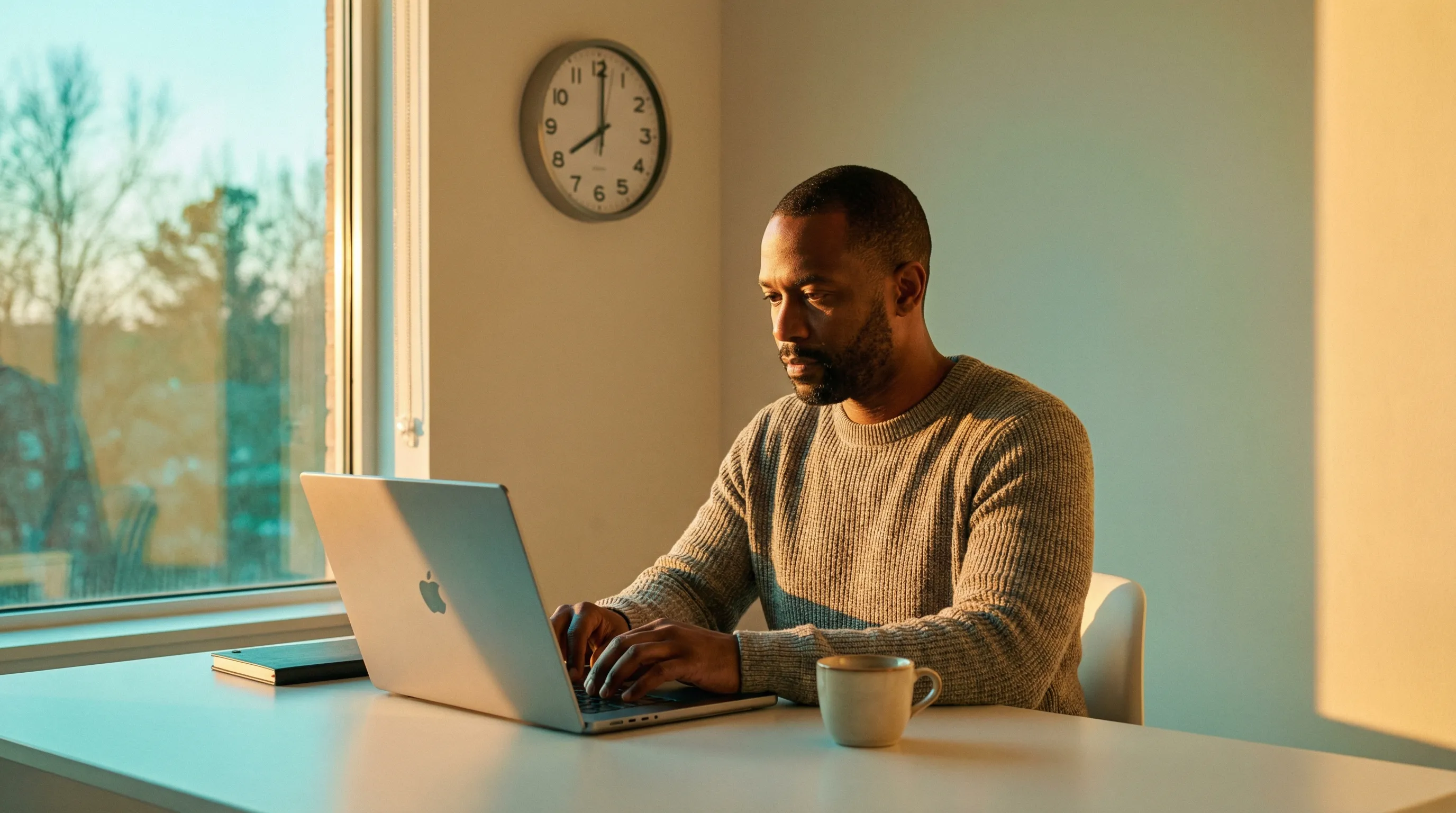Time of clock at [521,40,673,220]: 8:00
